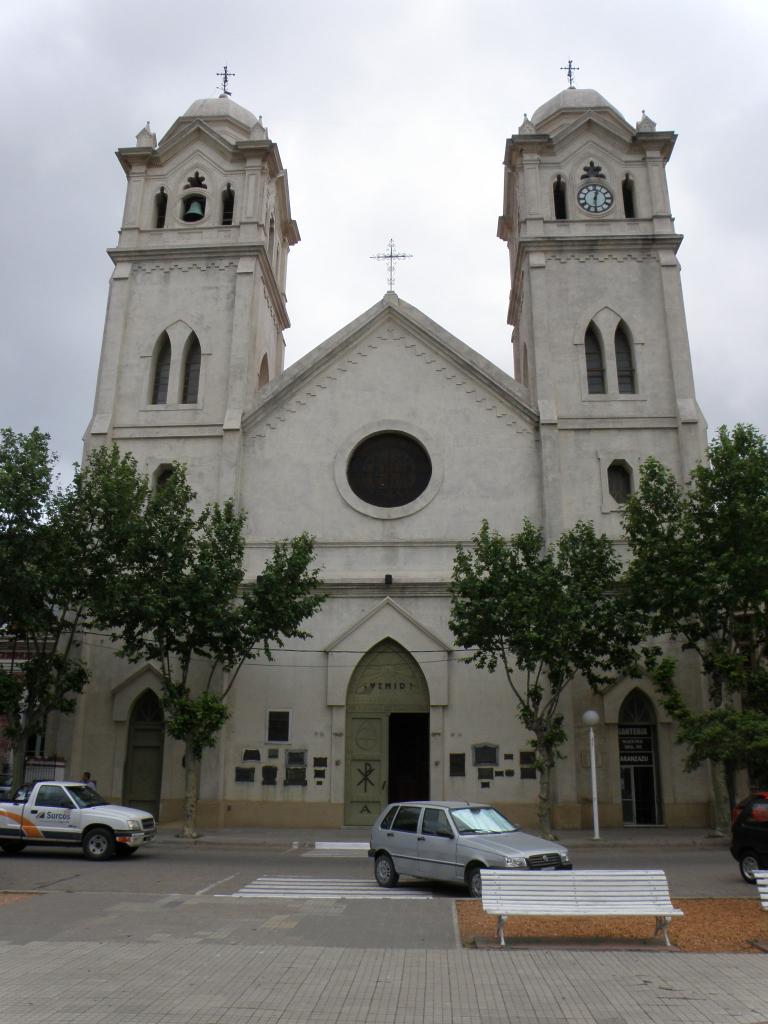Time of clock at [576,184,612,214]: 12:30
